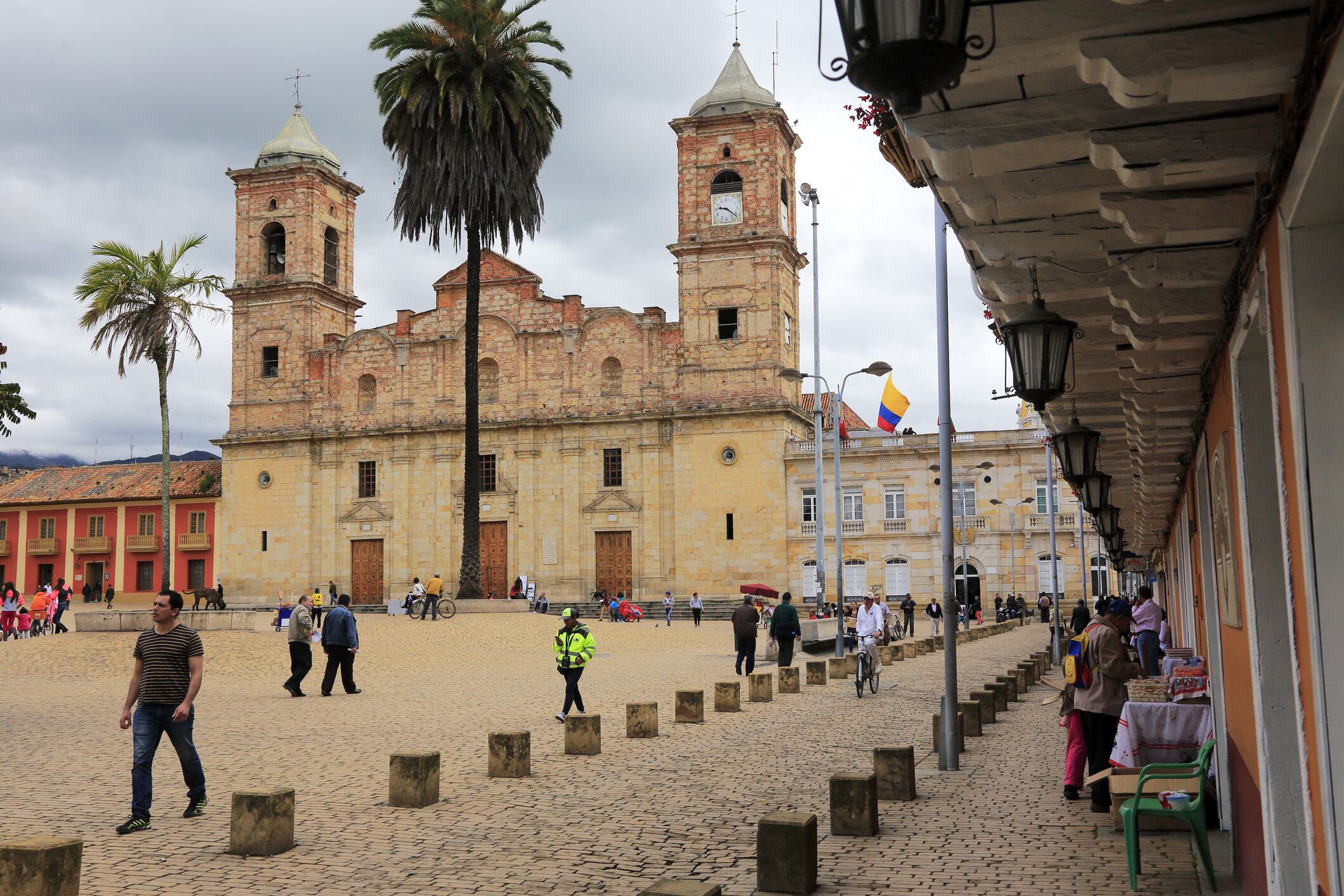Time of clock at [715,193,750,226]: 9:21
